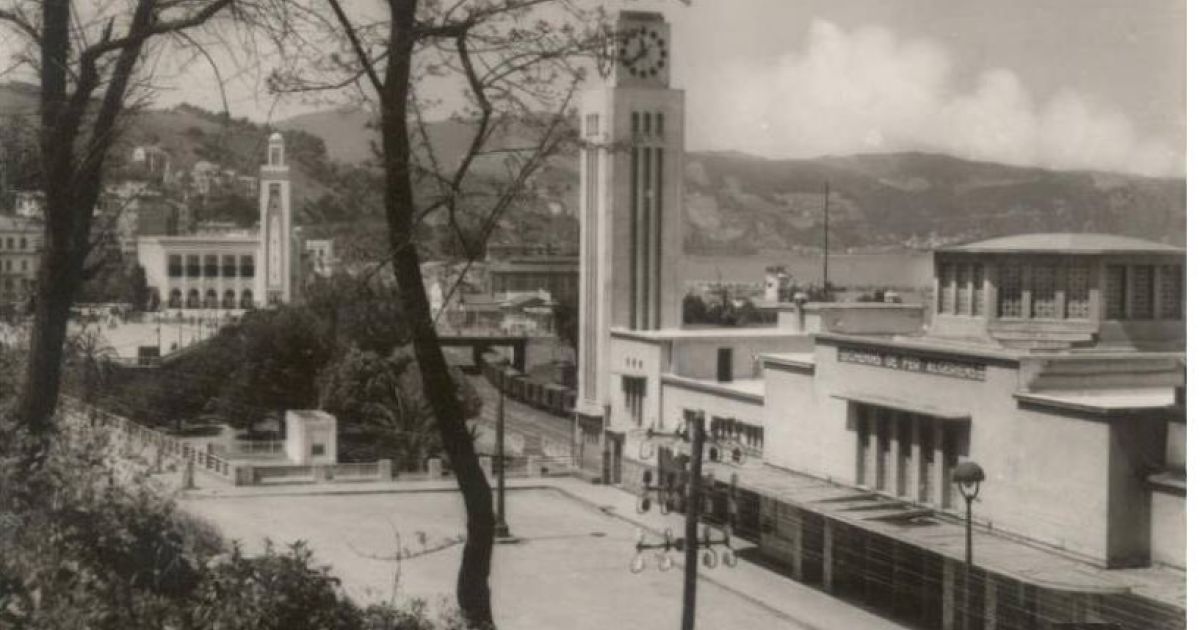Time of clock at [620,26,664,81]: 11:38
